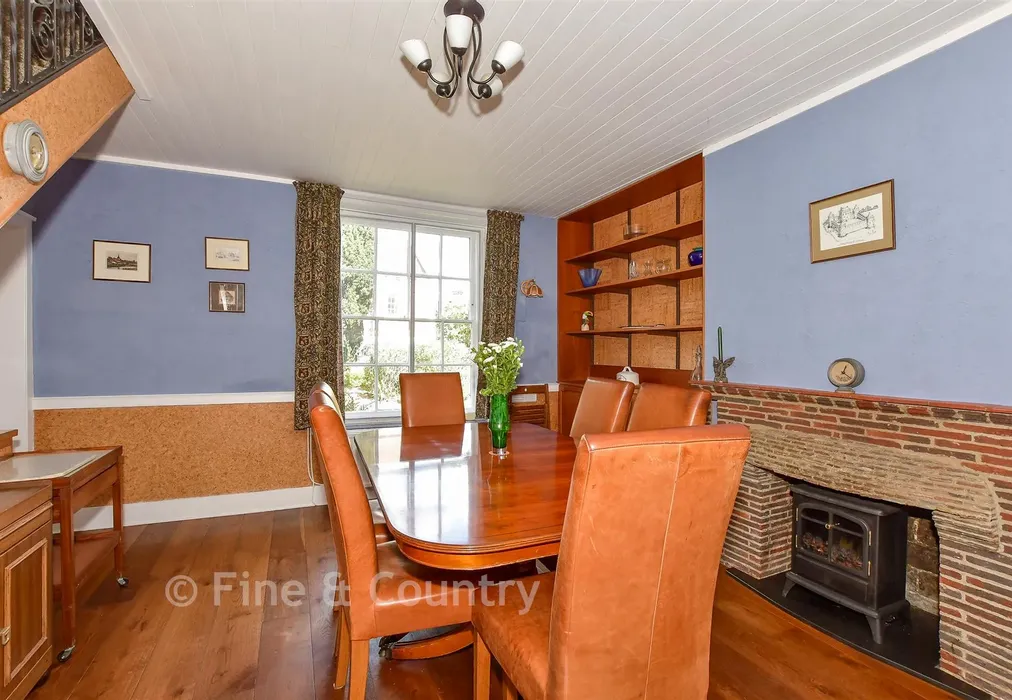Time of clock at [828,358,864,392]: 12:21
